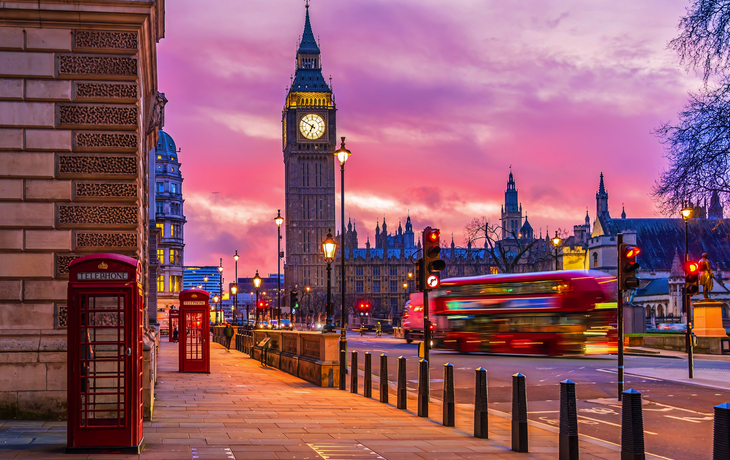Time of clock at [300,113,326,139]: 6:50
